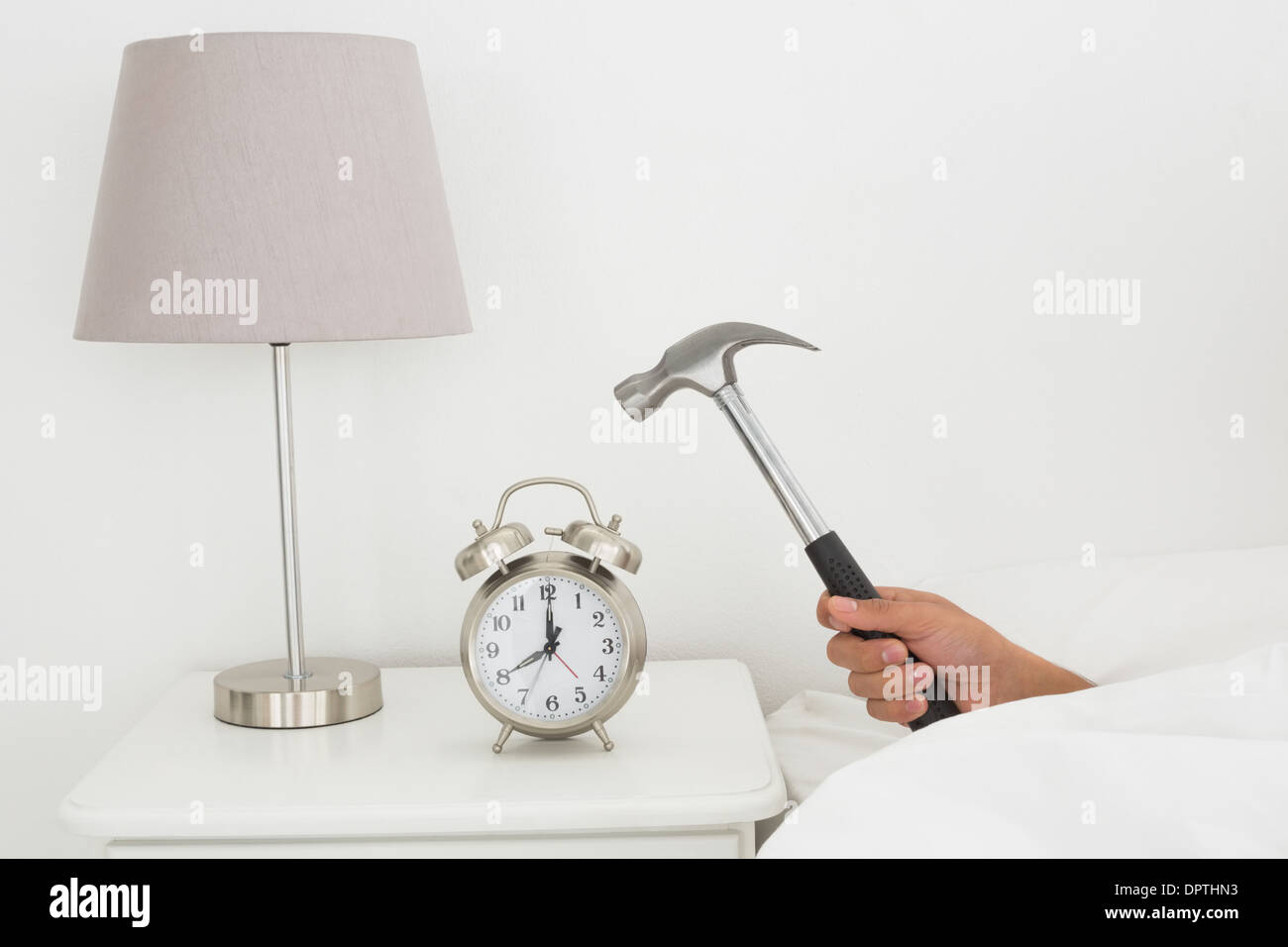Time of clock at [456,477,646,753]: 8:00
